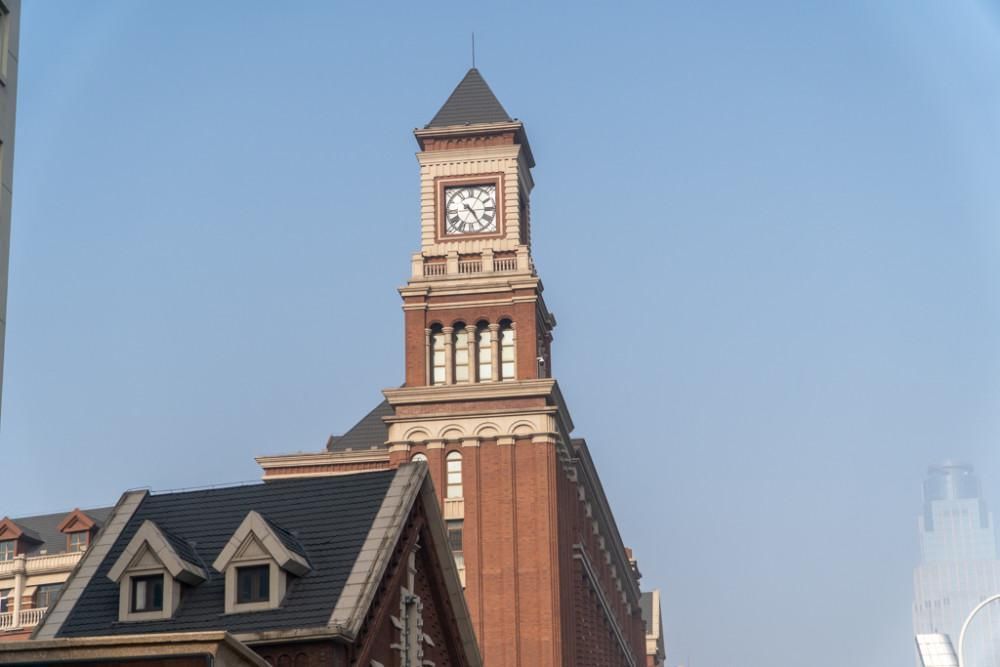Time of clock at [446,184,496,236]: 10:24
